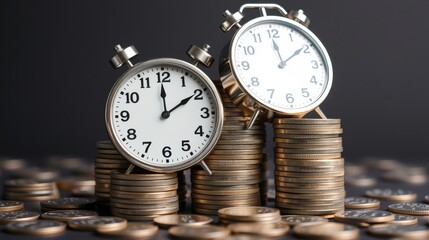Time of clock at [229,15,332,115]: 1:59
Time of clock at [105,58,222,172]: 1:59
